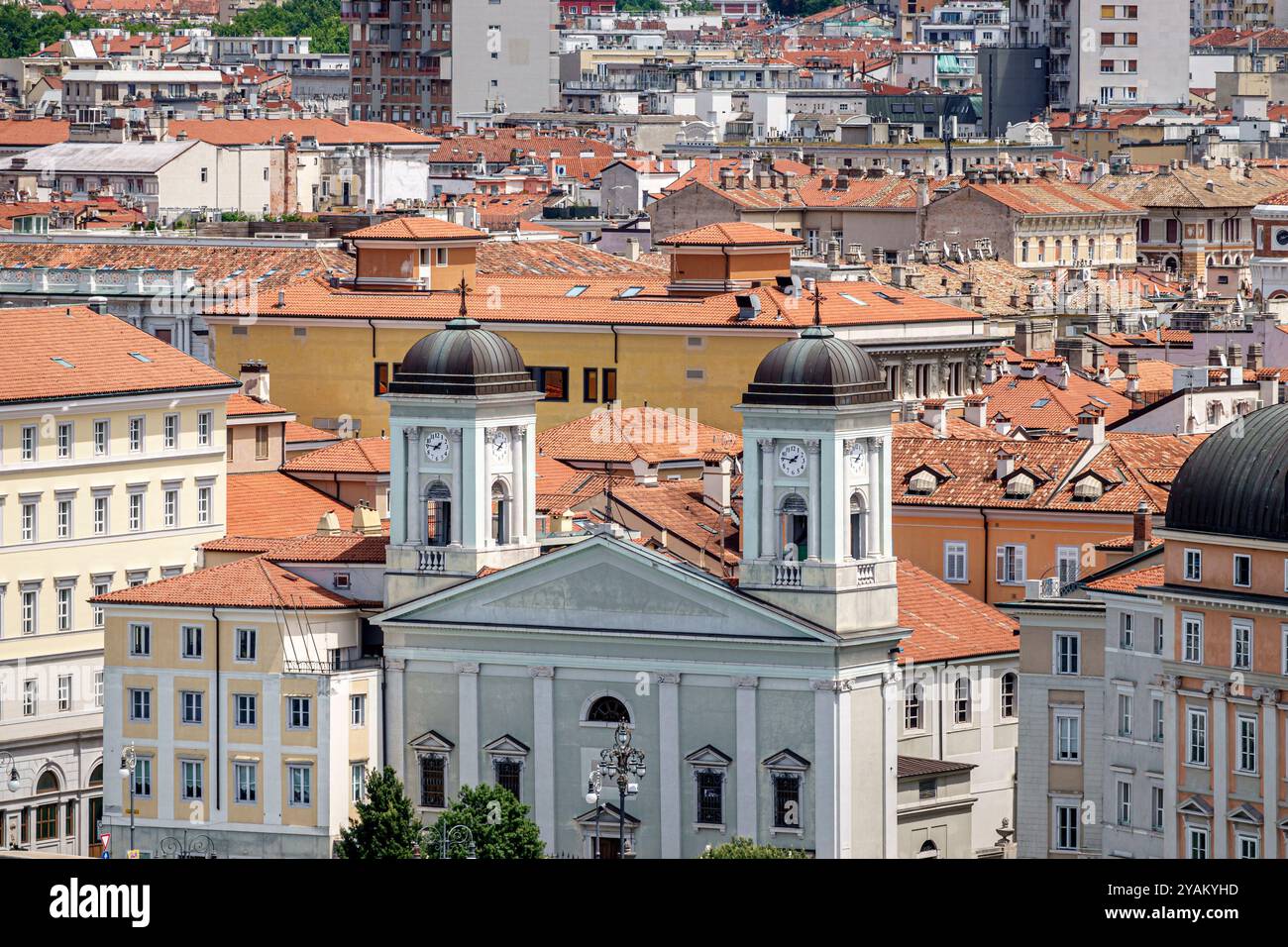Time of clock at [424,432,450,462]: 1:46
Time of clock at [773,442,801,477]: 1:46
